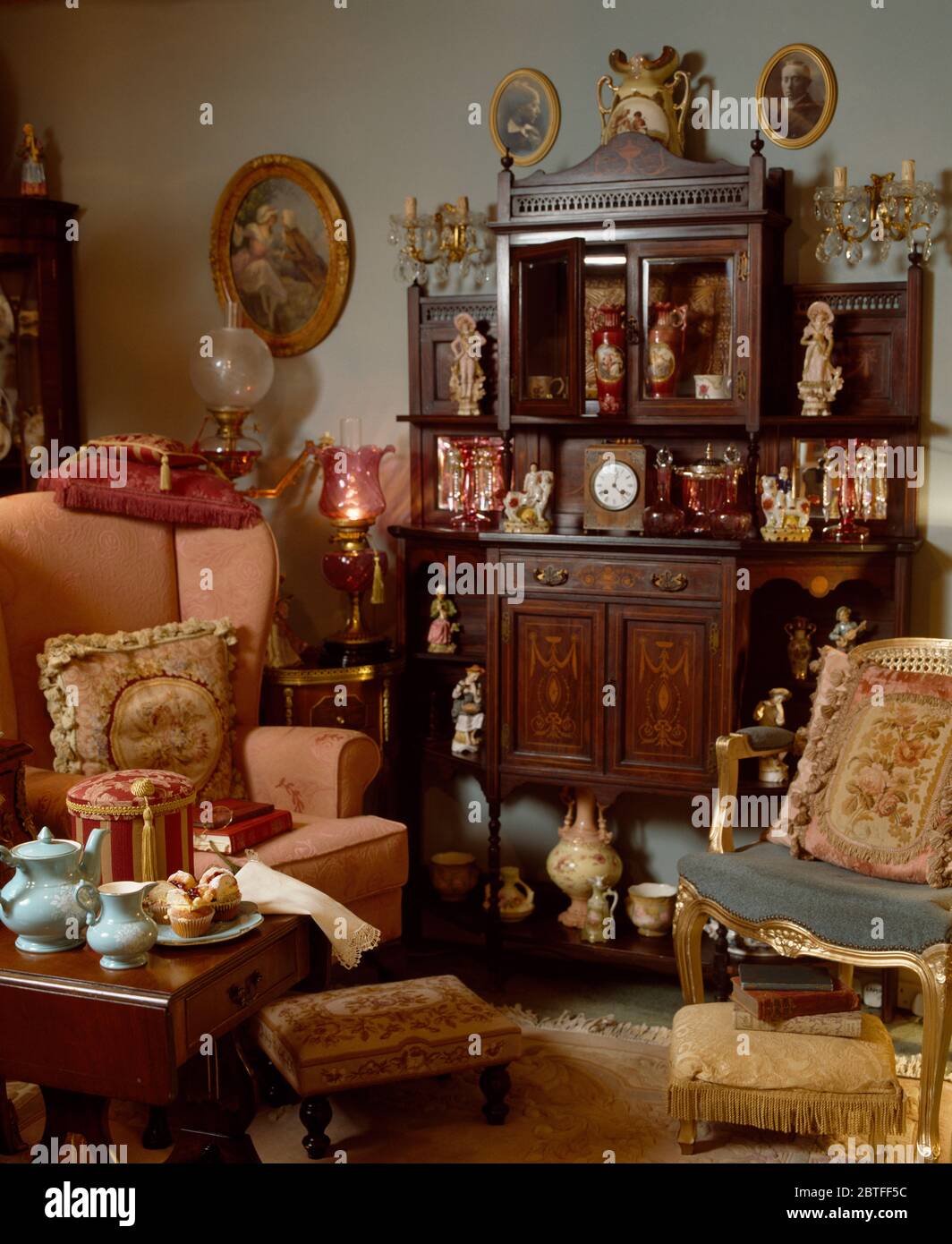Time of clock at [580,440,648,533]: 4:02
